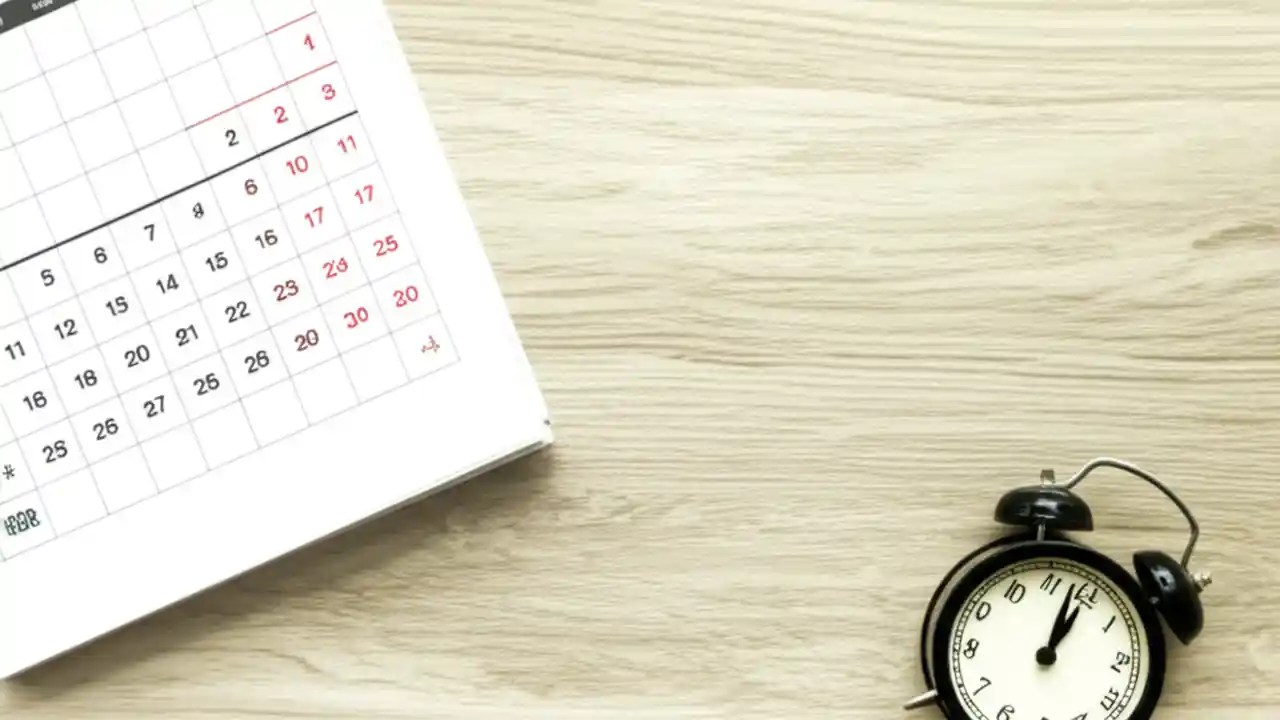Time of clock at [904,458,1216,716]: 1:02
